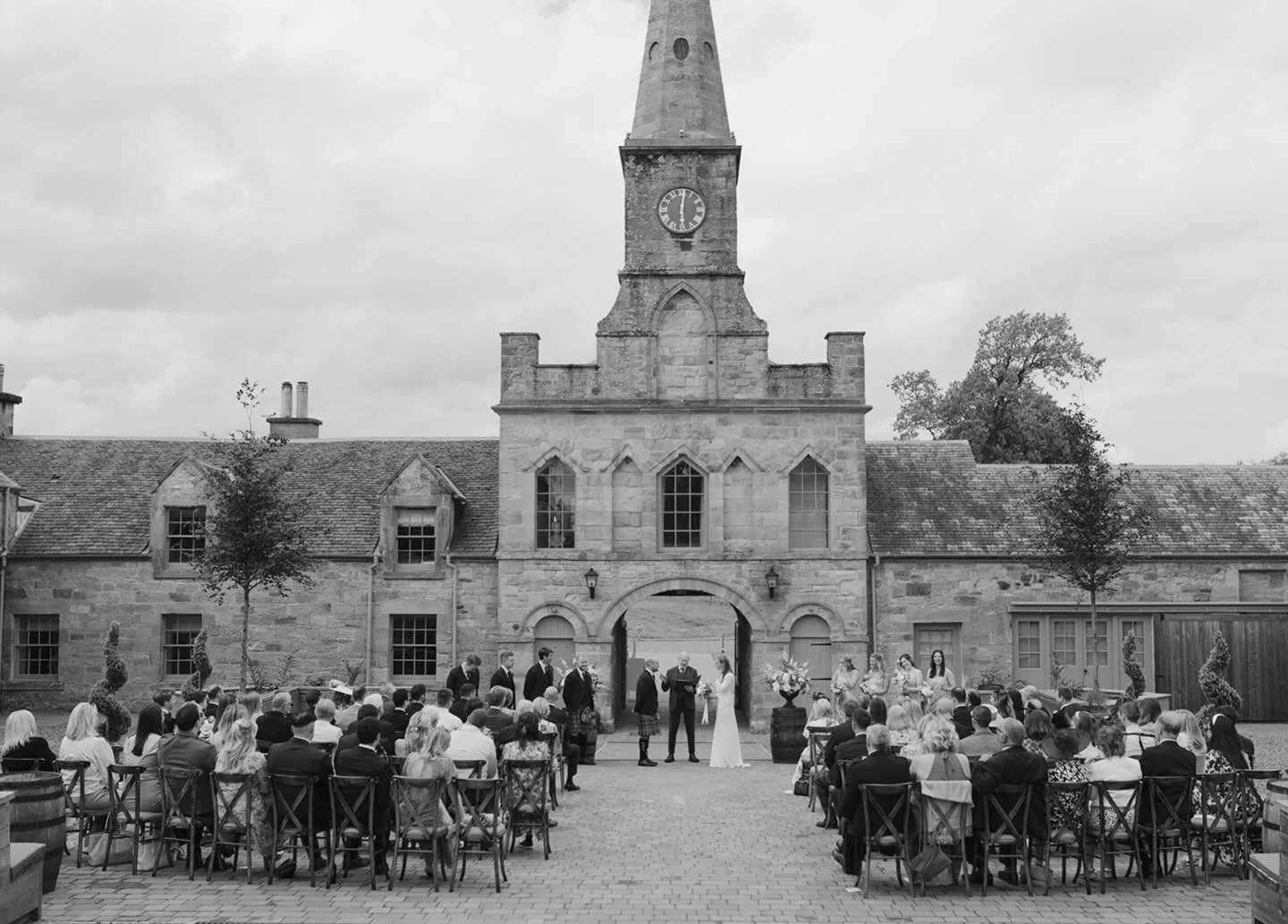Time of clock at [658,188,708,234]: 6:01
